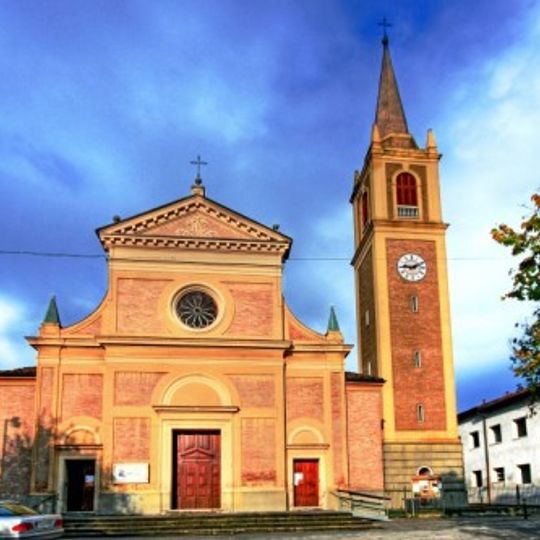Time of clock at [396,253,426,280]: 9:11
